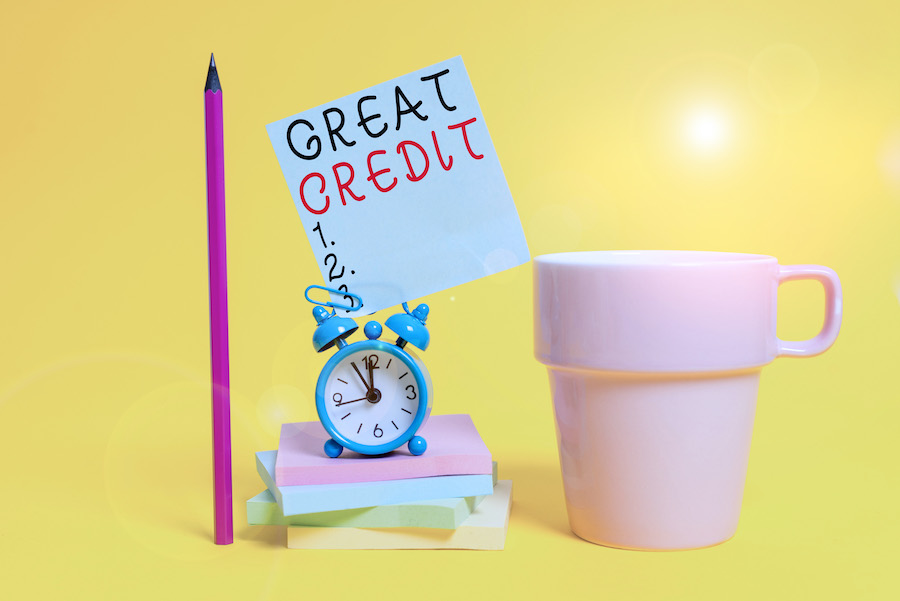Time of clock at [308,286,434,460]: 11:54
